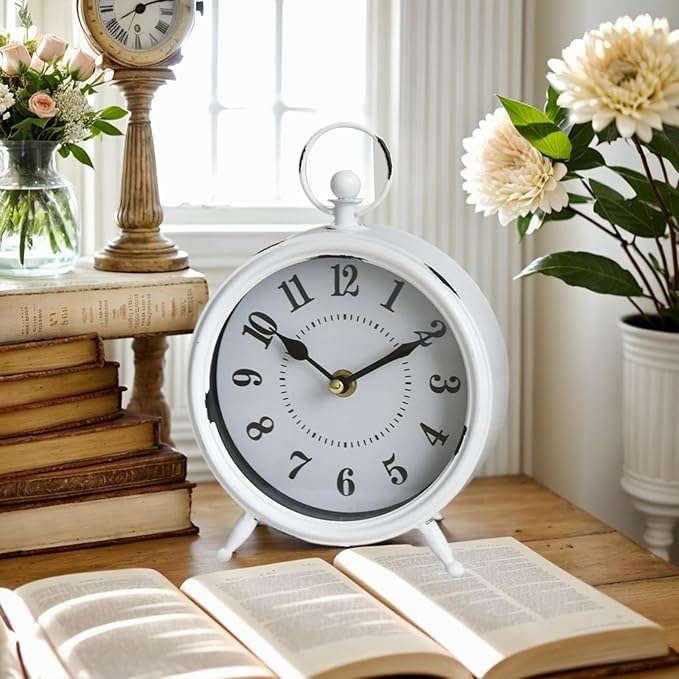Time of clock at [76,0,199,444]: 10:10
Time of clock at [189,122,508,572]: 10:10
